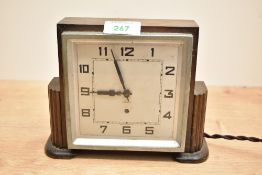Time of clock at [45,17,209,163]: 8:56
